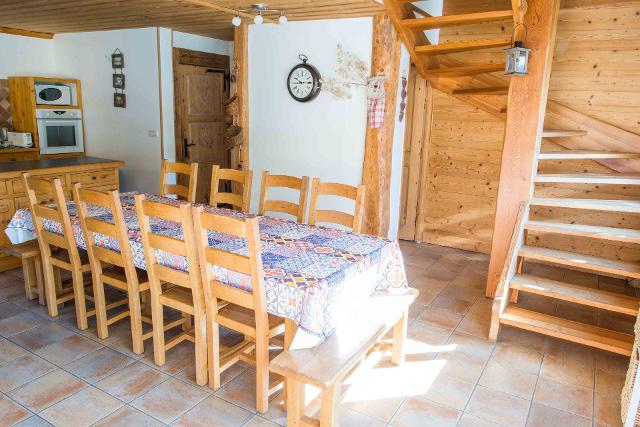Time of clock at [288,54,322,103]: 10:14
